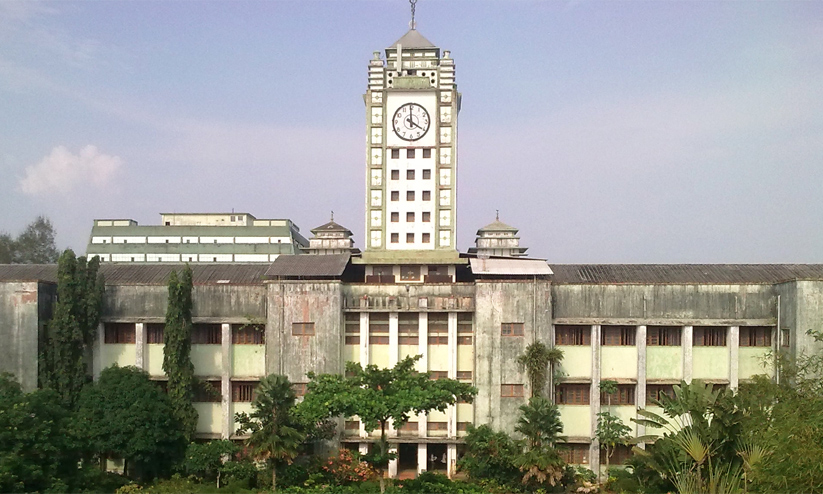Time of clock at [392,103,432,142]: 3:59
